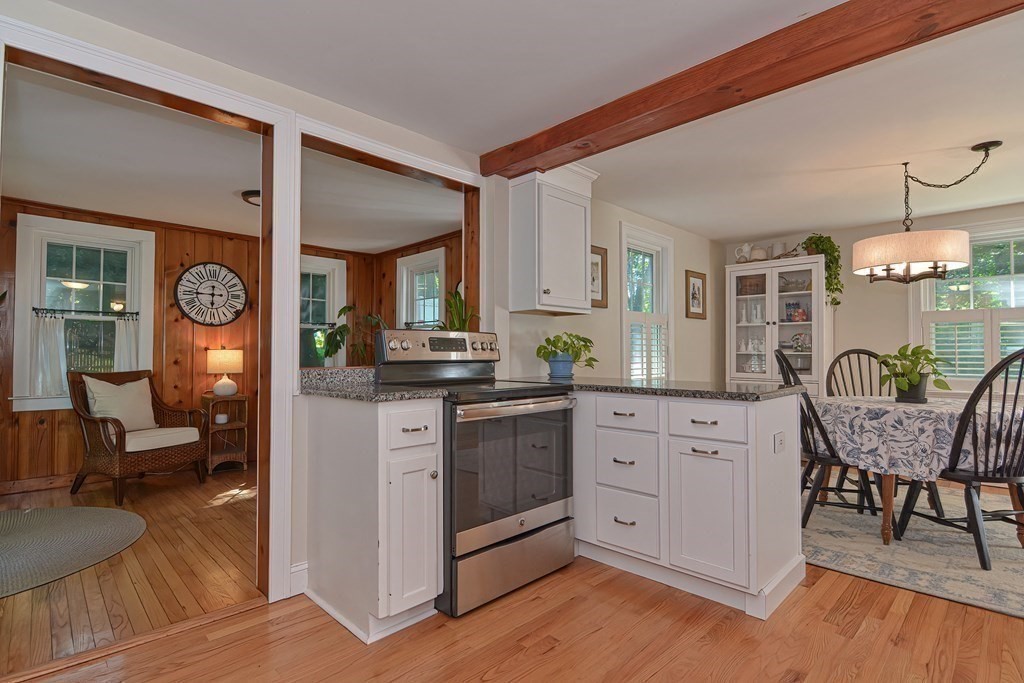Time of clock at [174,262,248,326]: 5:45
